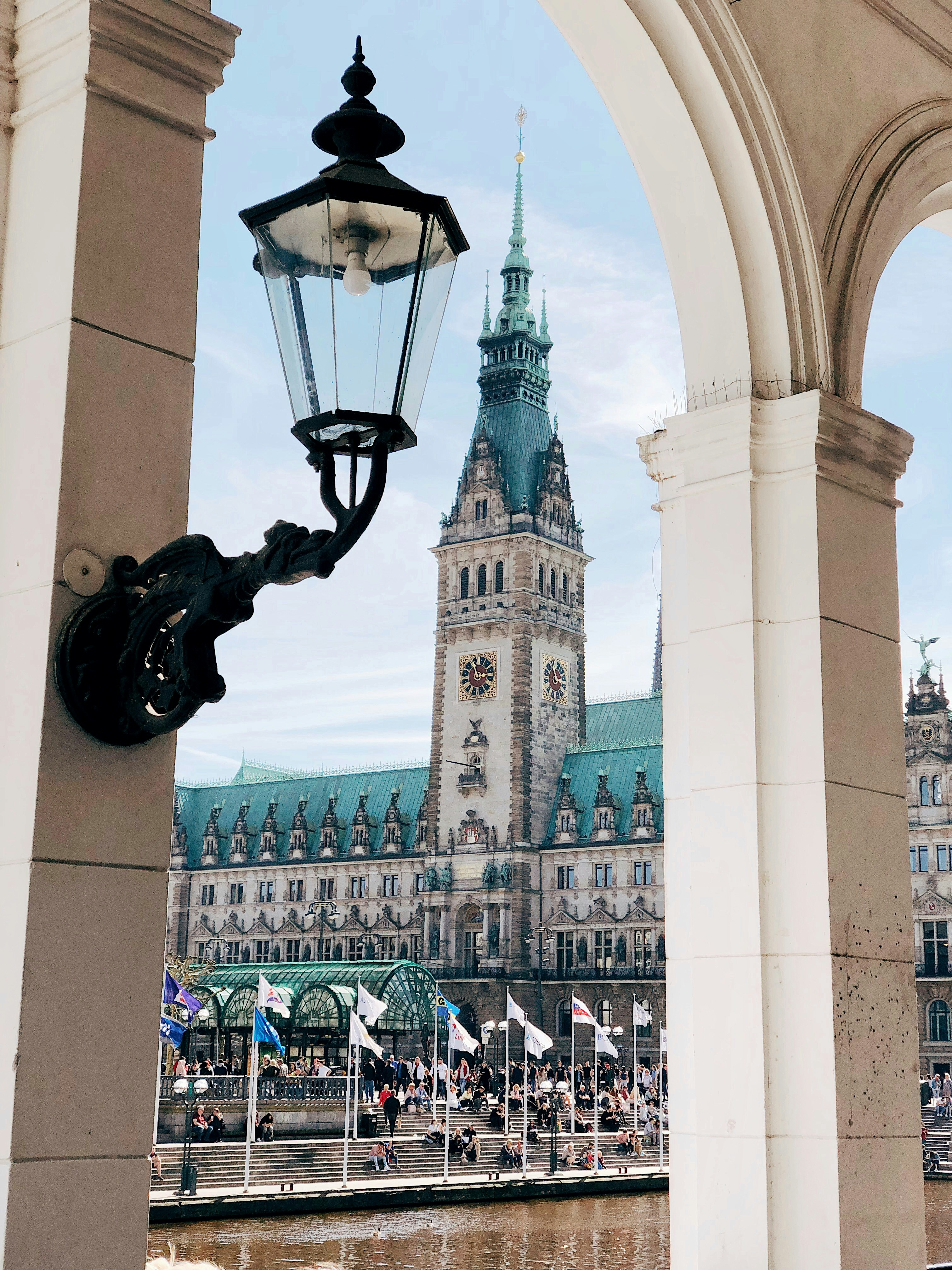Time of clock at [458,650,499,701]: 2:56
